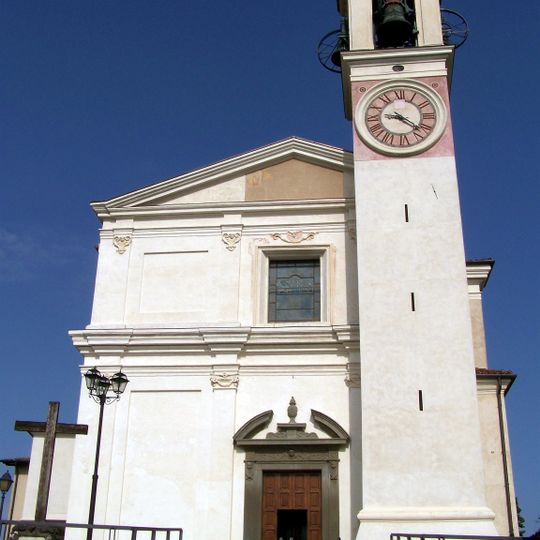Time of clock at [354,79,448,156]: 9:22
